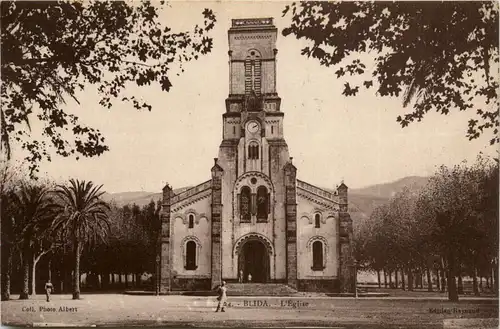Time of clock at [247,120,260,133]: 2:09
